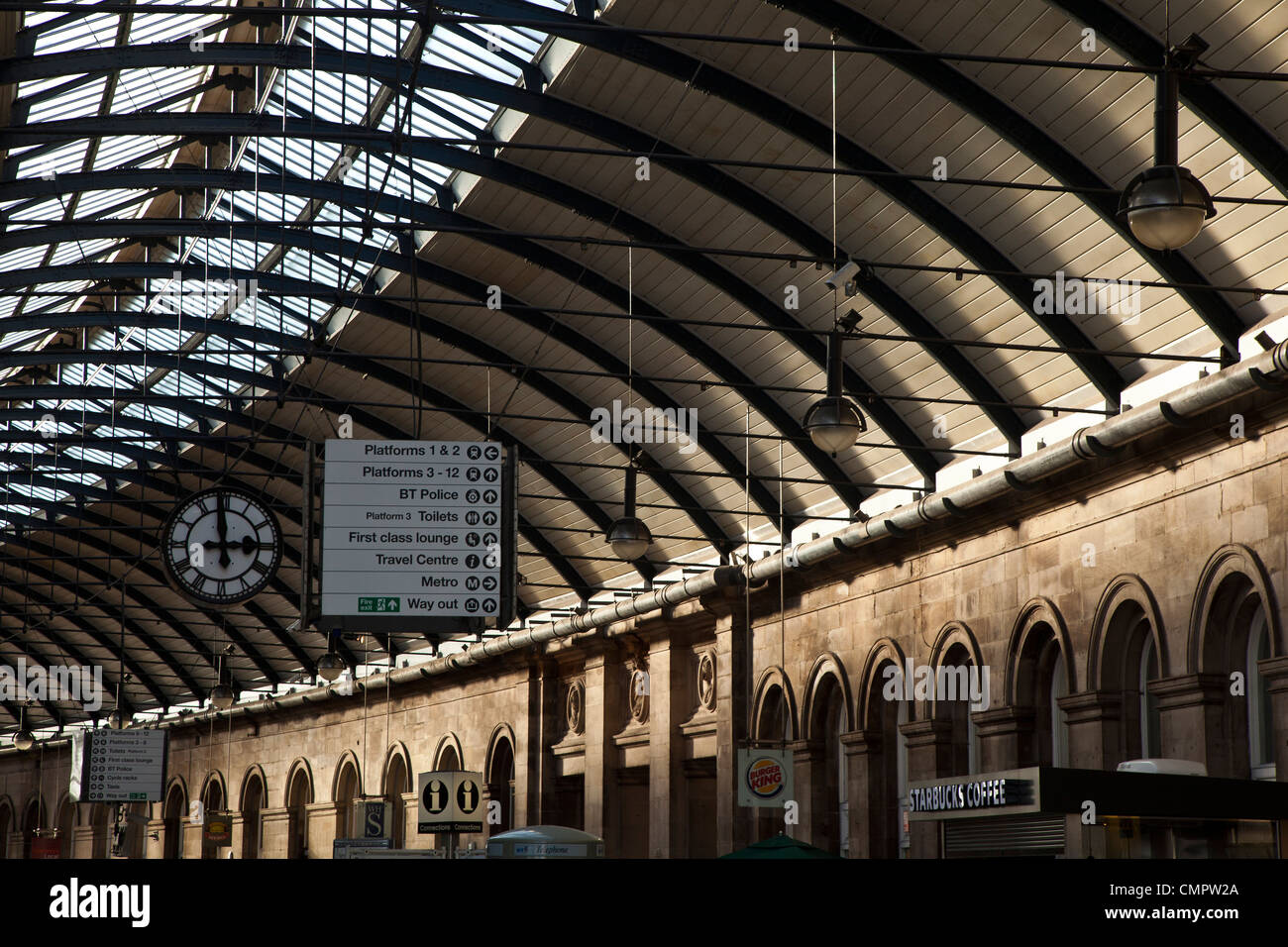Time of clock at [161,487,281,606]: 2:58
